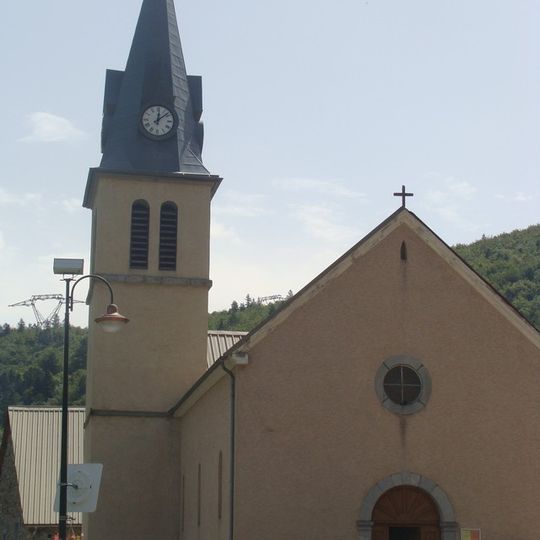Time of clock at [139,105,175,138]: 12:08
